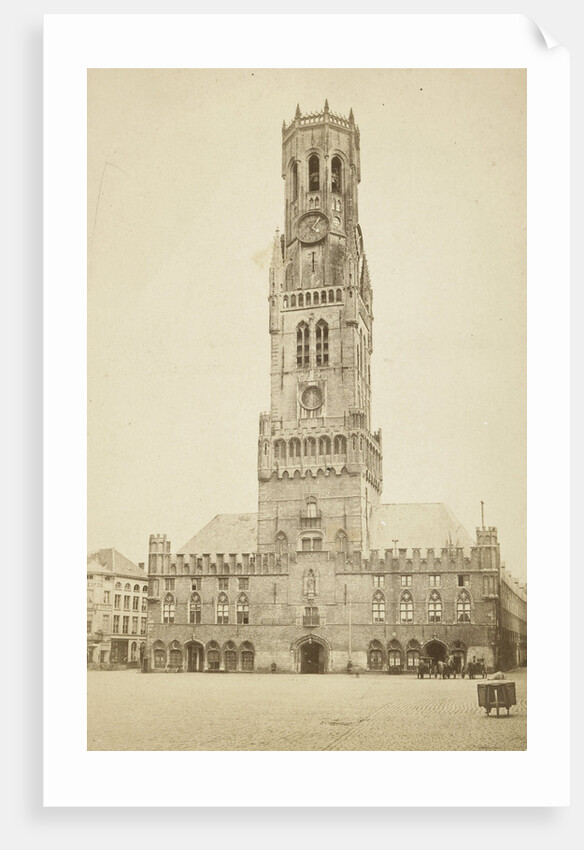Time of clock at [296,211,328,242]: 4:04
